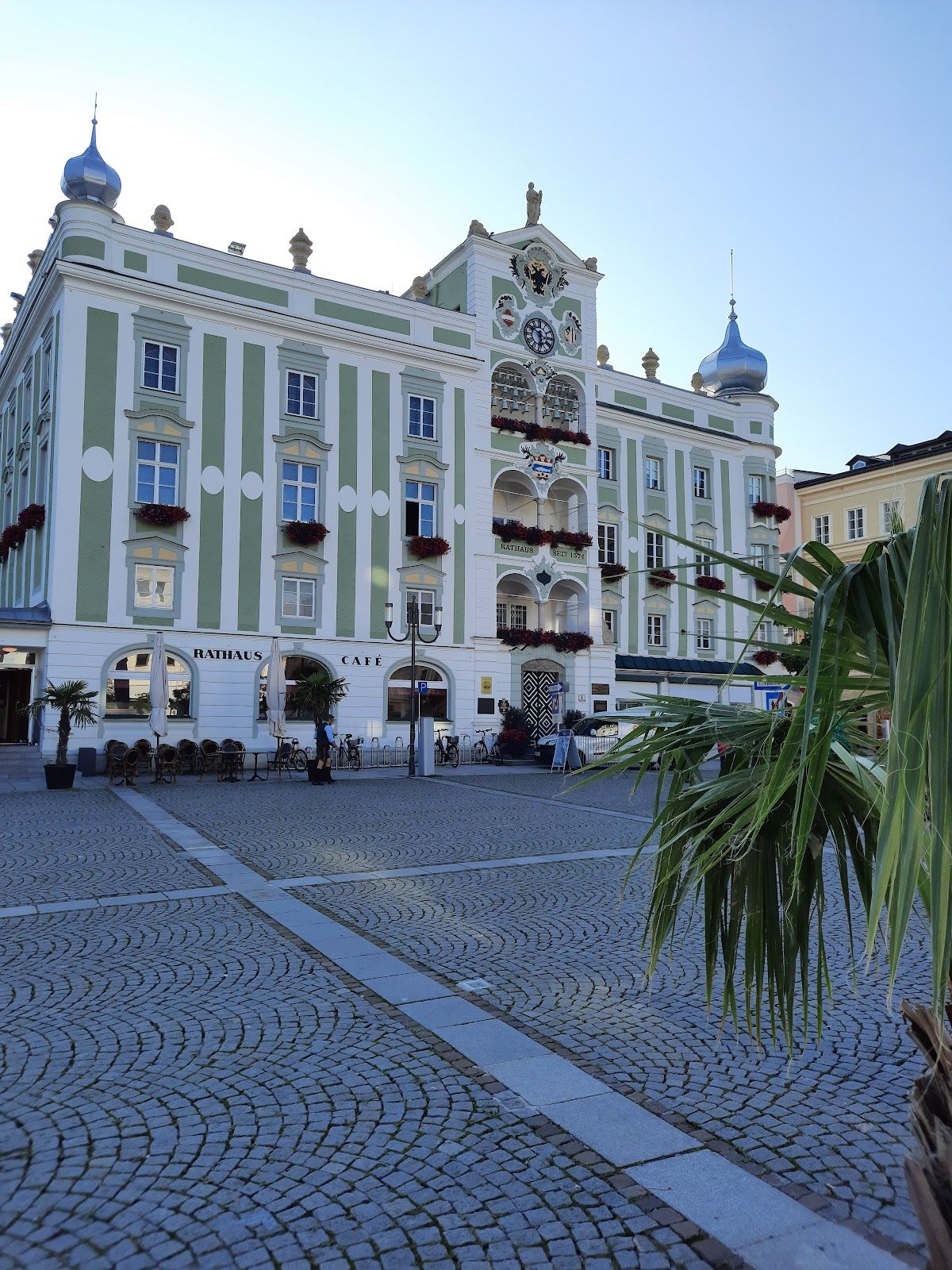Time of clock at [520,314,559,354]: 5:50
